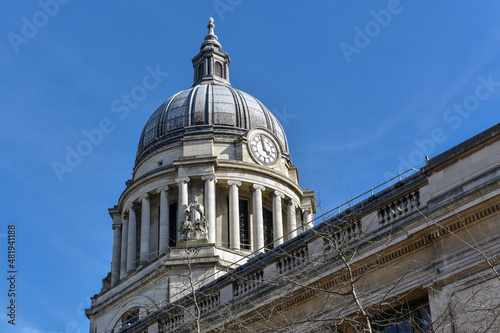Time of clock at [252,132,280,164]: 3:58
